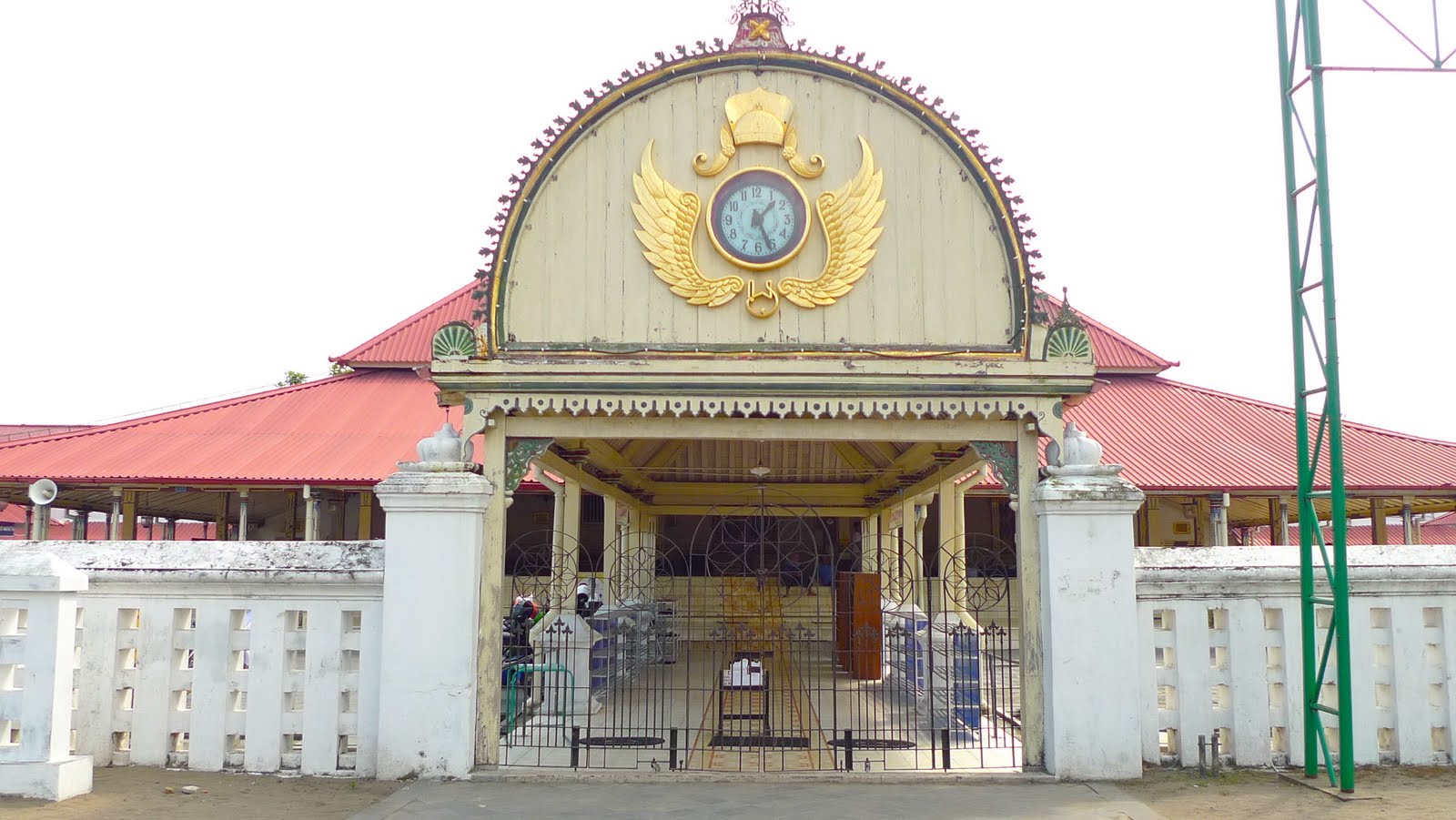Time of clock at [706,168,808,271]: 1:26
